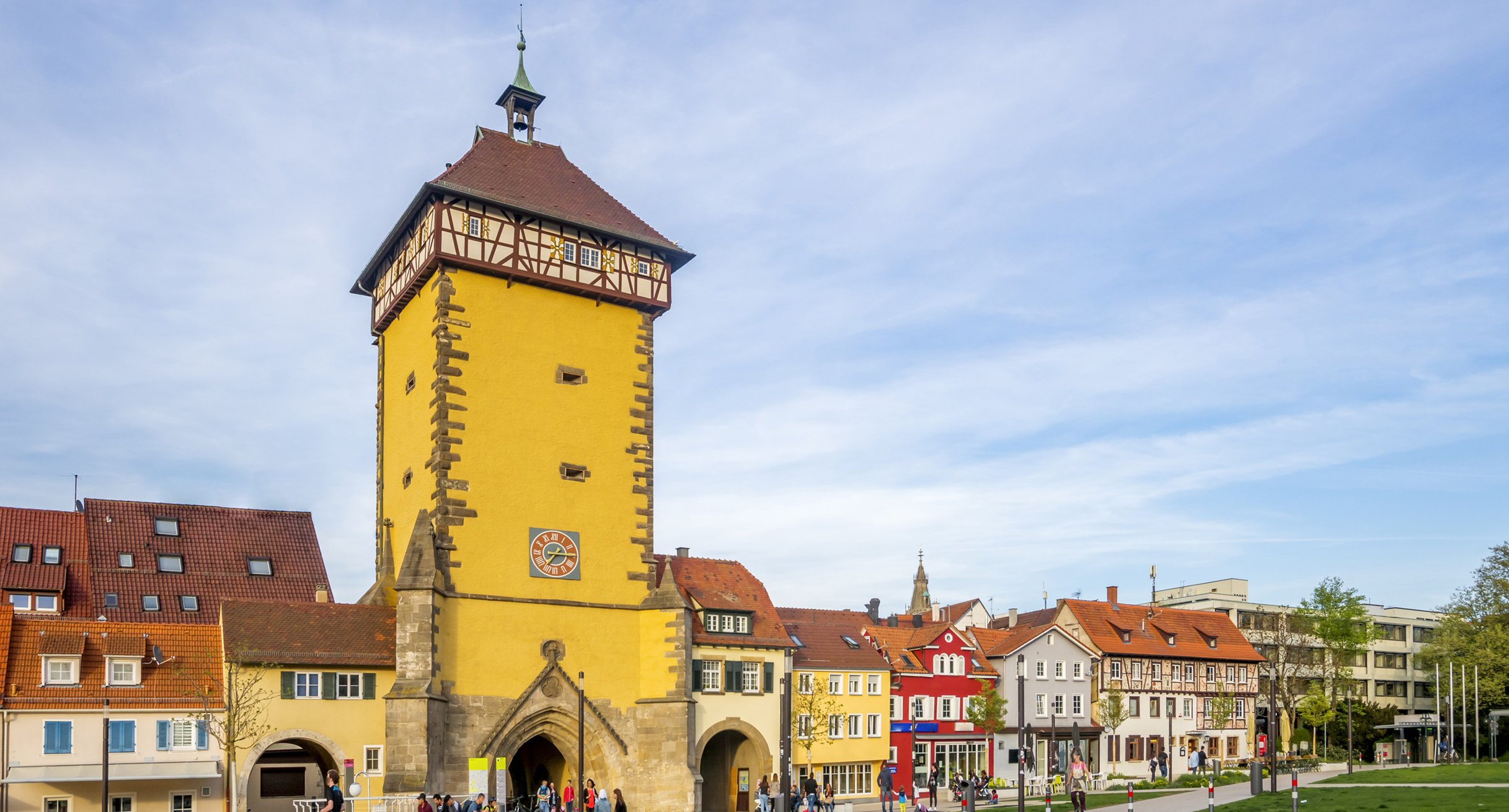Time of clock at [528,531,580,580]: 7:15
